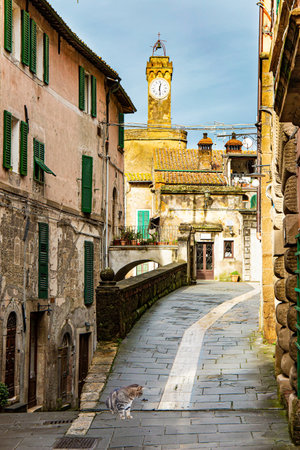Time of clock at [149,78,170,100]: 12:28
